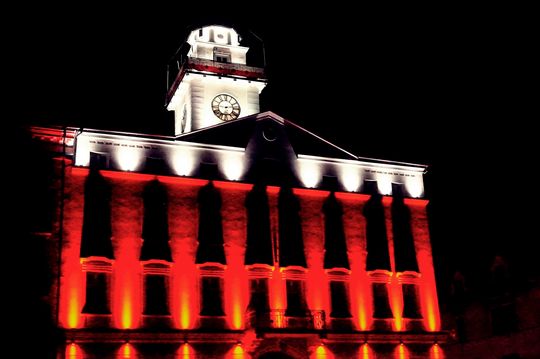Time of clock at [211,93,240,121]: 9:12
